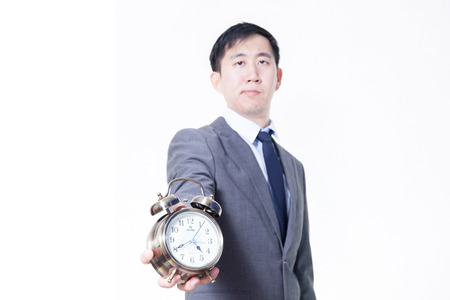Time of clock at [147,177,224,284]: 4:40
